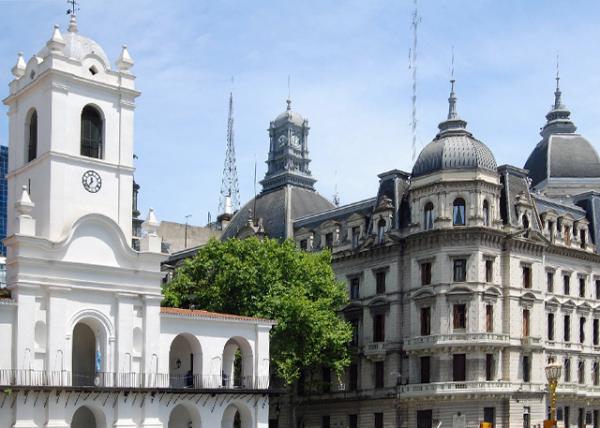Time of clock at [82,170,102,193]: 11:36
